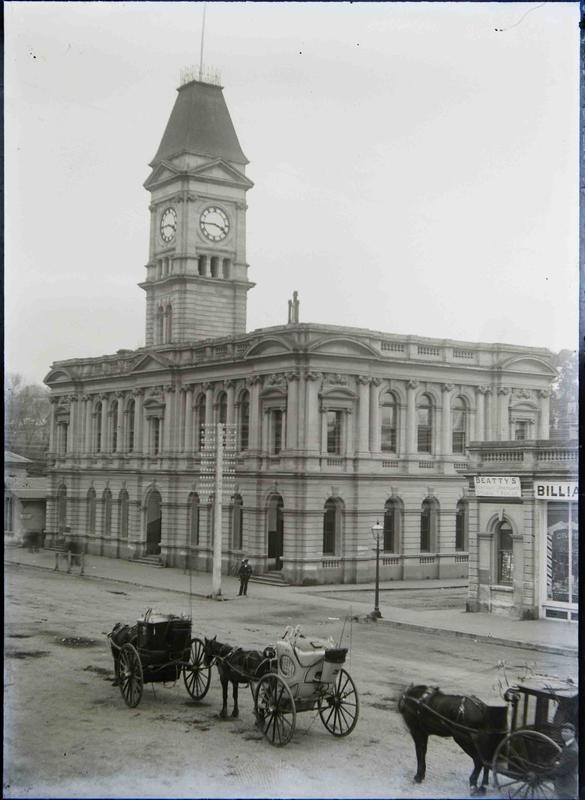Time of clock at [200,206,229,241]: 3:44
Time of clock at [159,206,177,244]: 3:44
